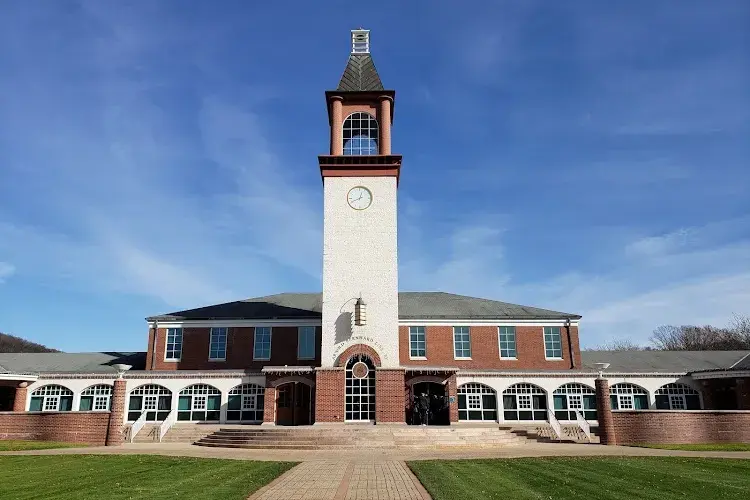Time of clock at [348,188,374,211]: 12:40
